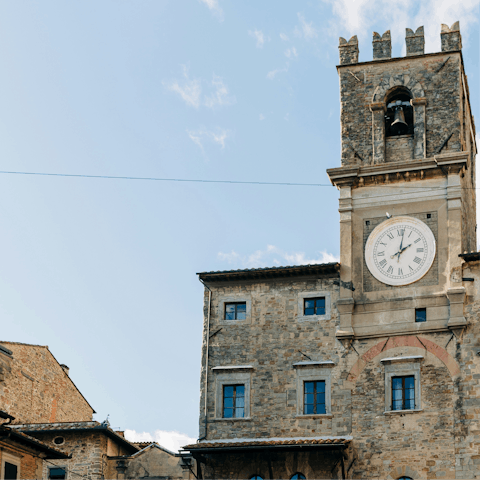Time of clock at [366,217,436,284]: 2:01
